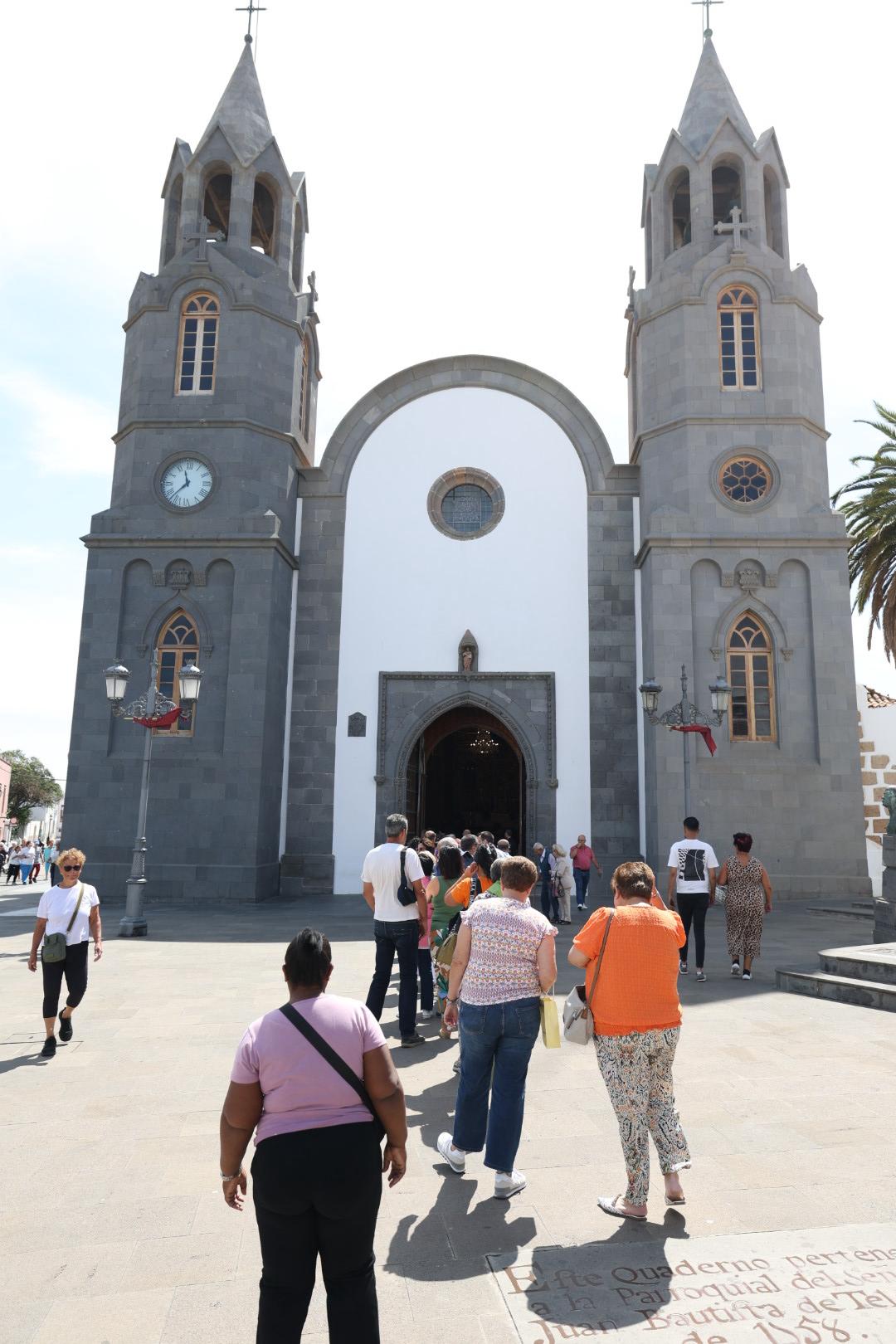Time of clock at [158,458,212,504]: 11:37
